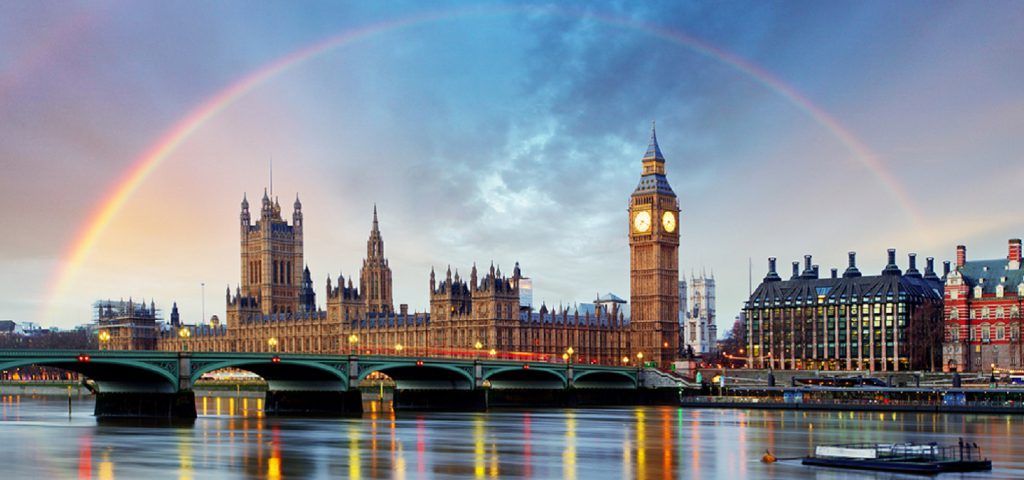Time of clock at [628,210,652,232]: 7:18
